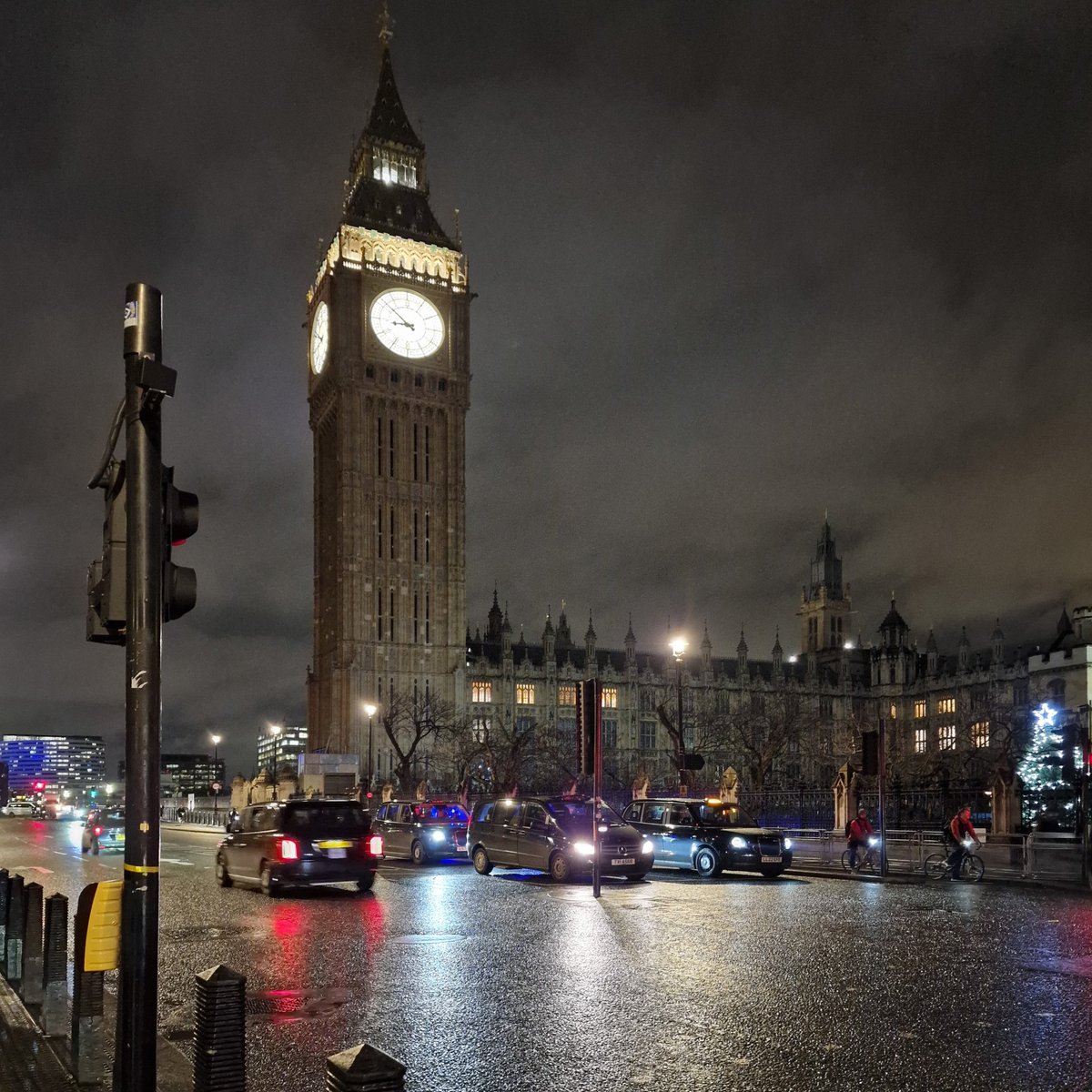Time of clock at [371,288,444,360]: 8:51
